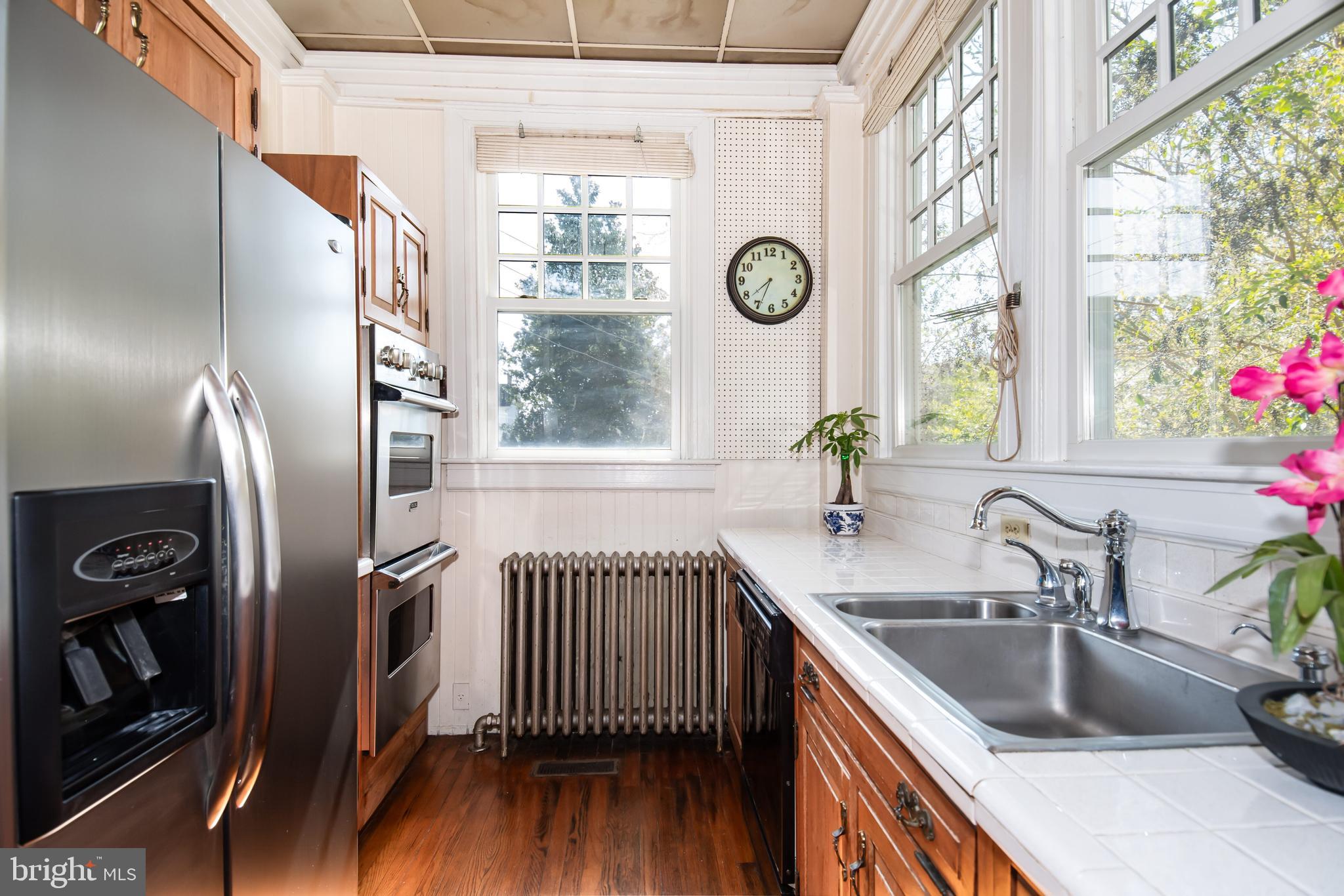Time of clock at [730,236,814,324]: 7:34
